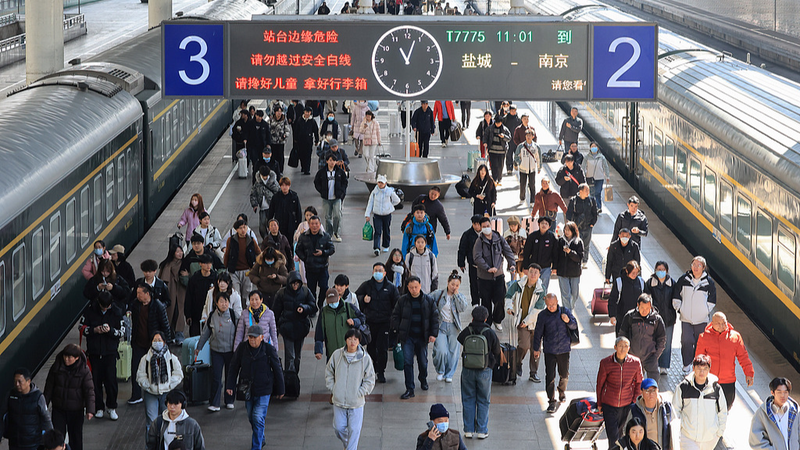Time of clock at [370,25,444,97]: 11:03
